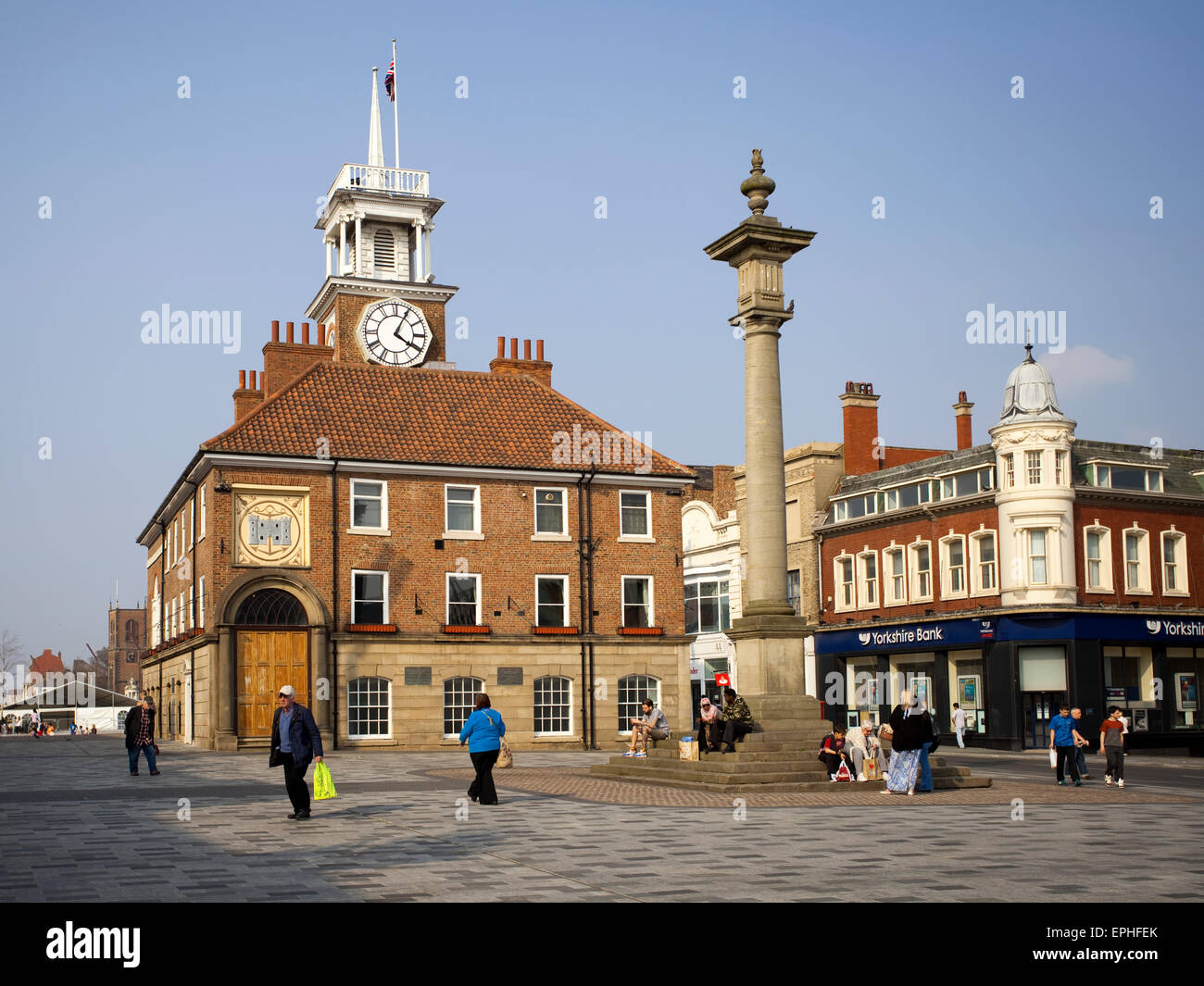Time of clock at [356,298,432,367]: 4:04
